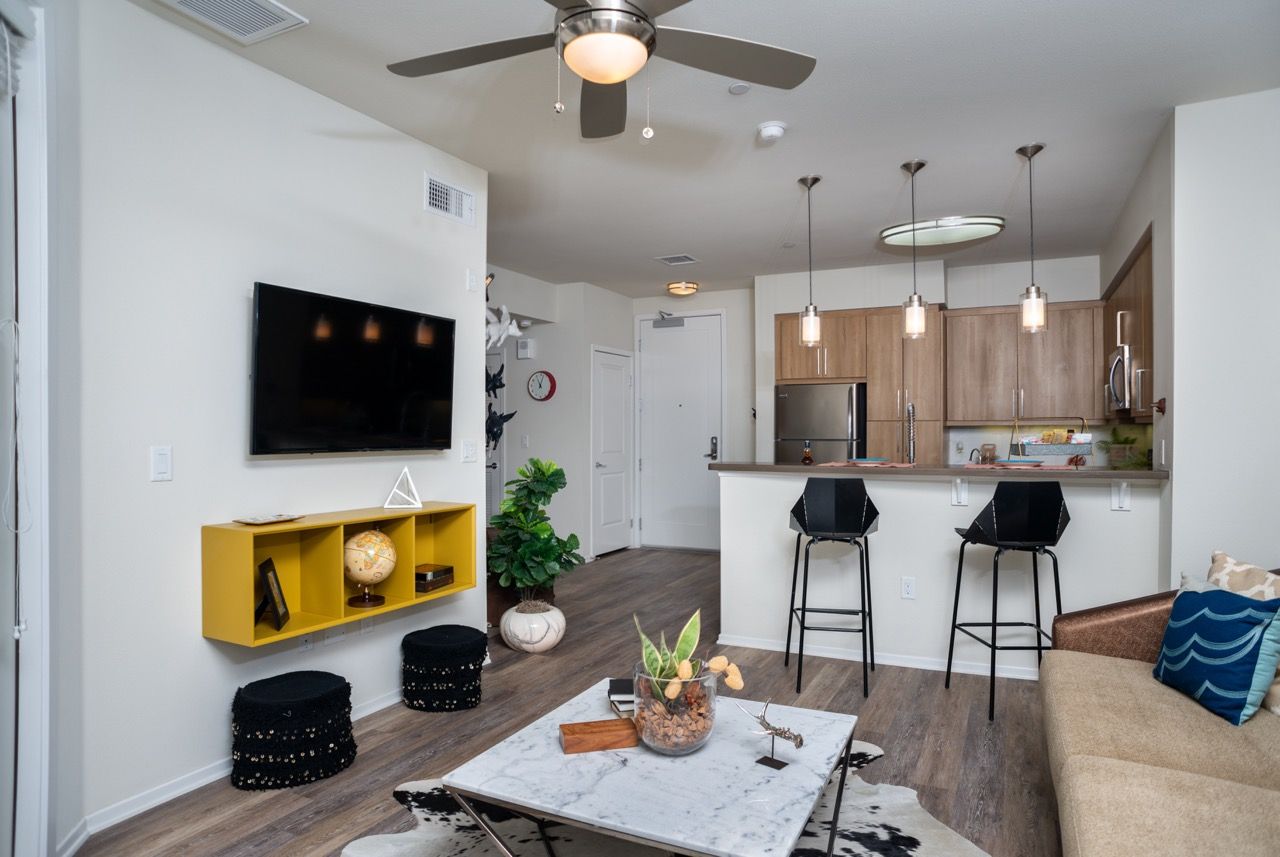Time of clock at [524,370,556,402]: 11:02
